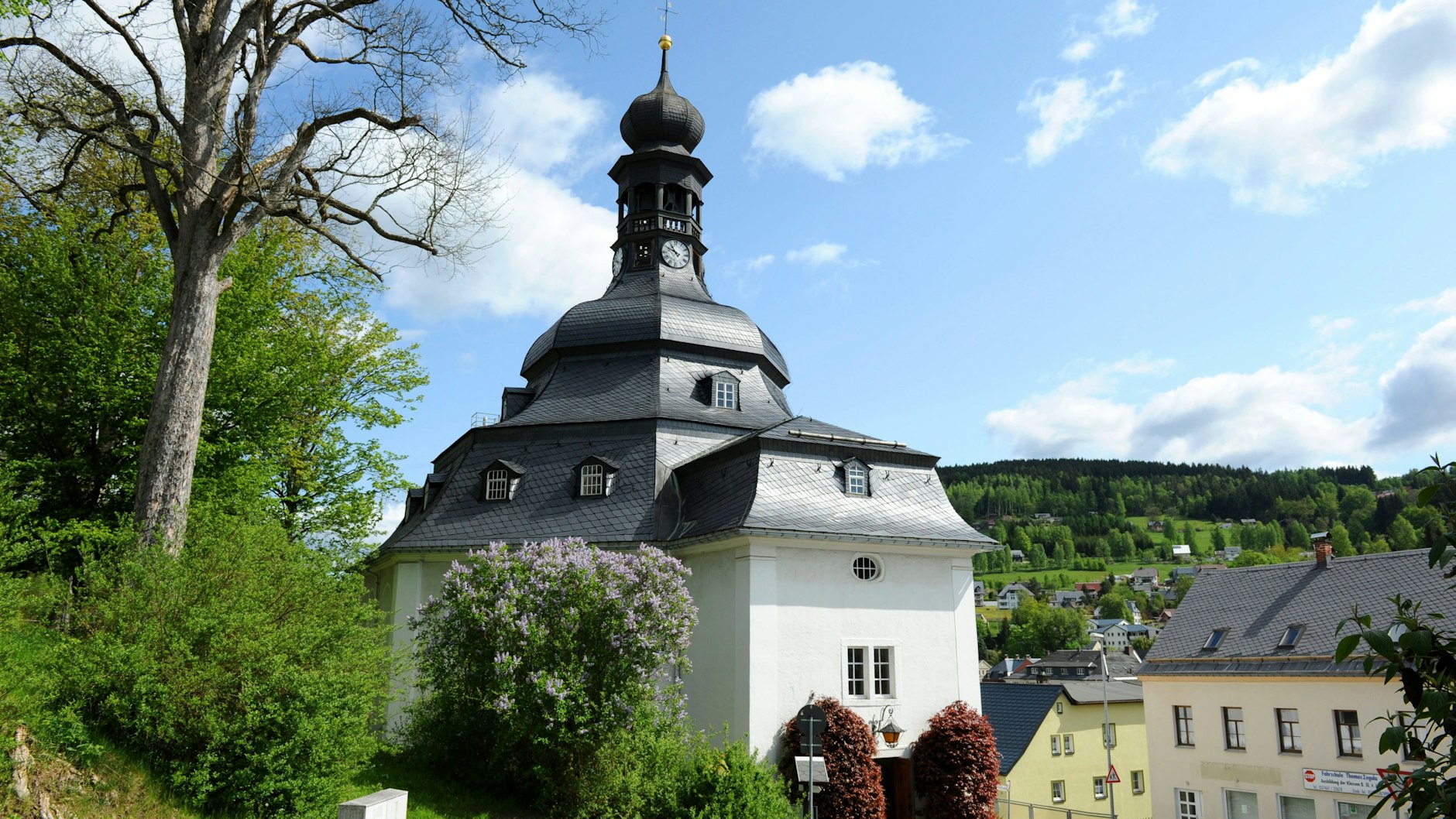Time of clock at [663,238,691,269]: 10:49
